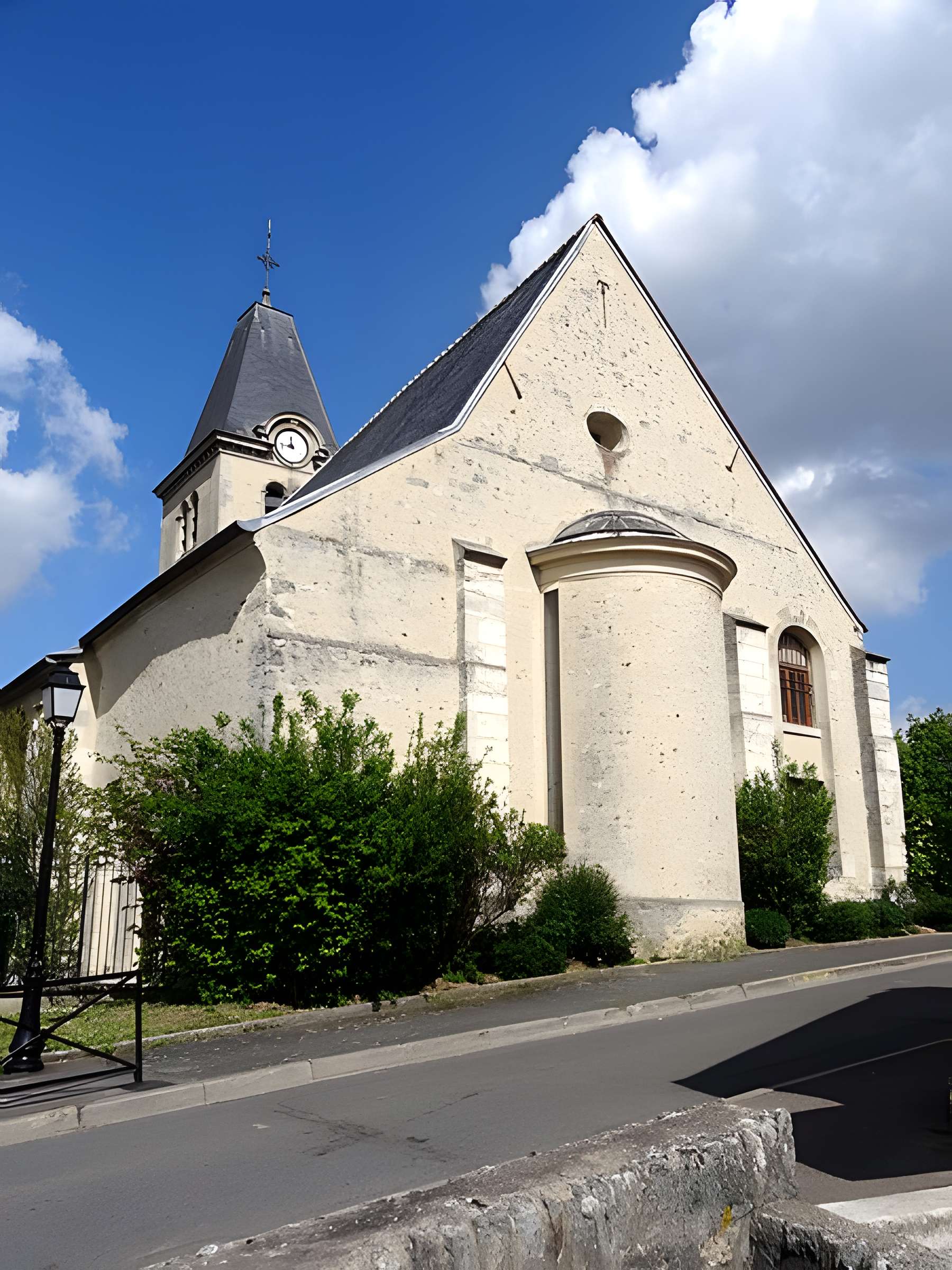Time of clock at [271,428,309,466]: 11:46
